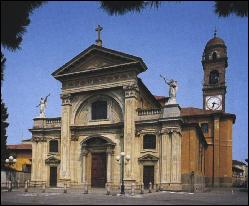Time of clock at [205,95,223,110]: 3:32
